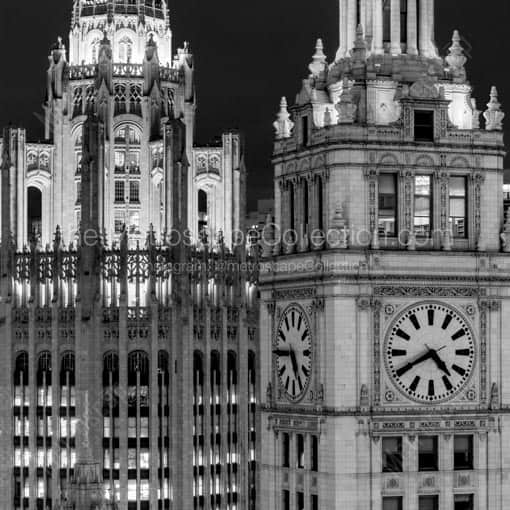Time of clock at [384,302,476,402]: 4:40
